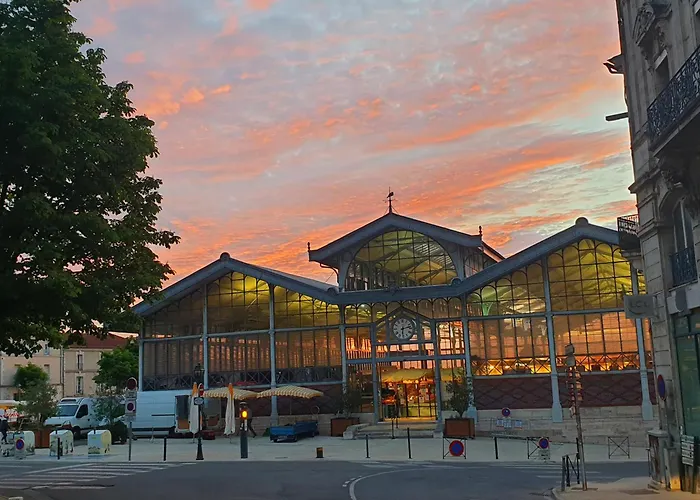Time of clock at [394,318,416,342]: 6:12
